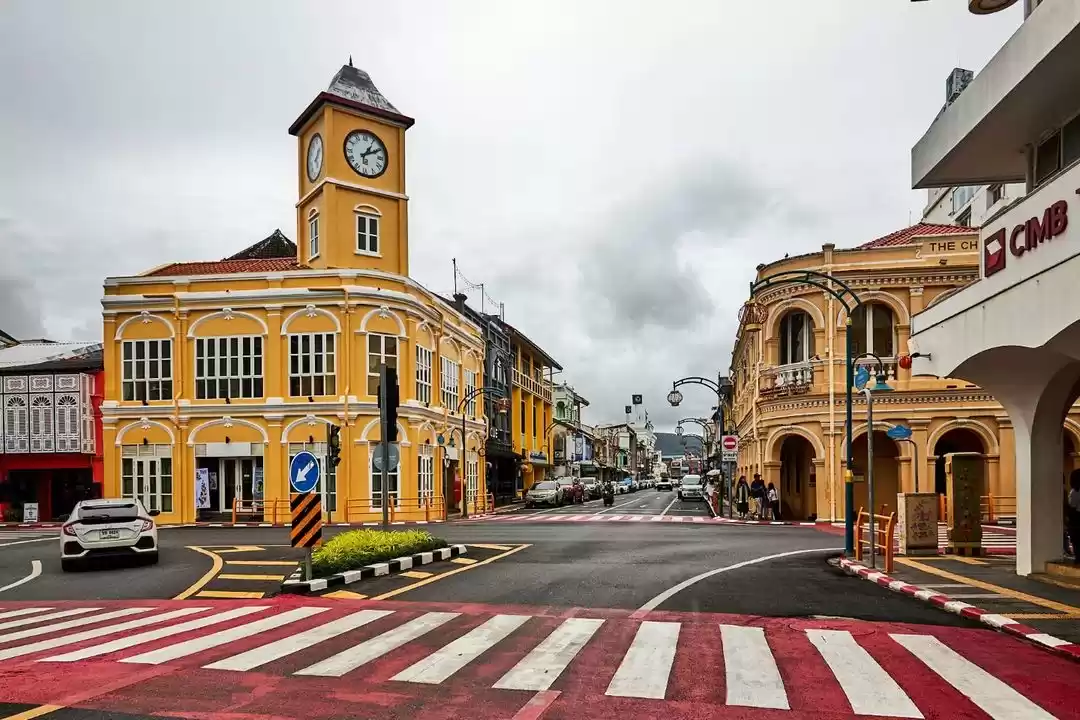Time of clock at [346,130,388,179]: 1:10
